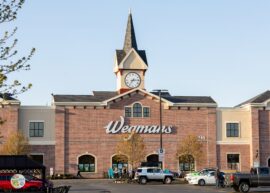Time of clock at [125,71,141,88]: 7:14
